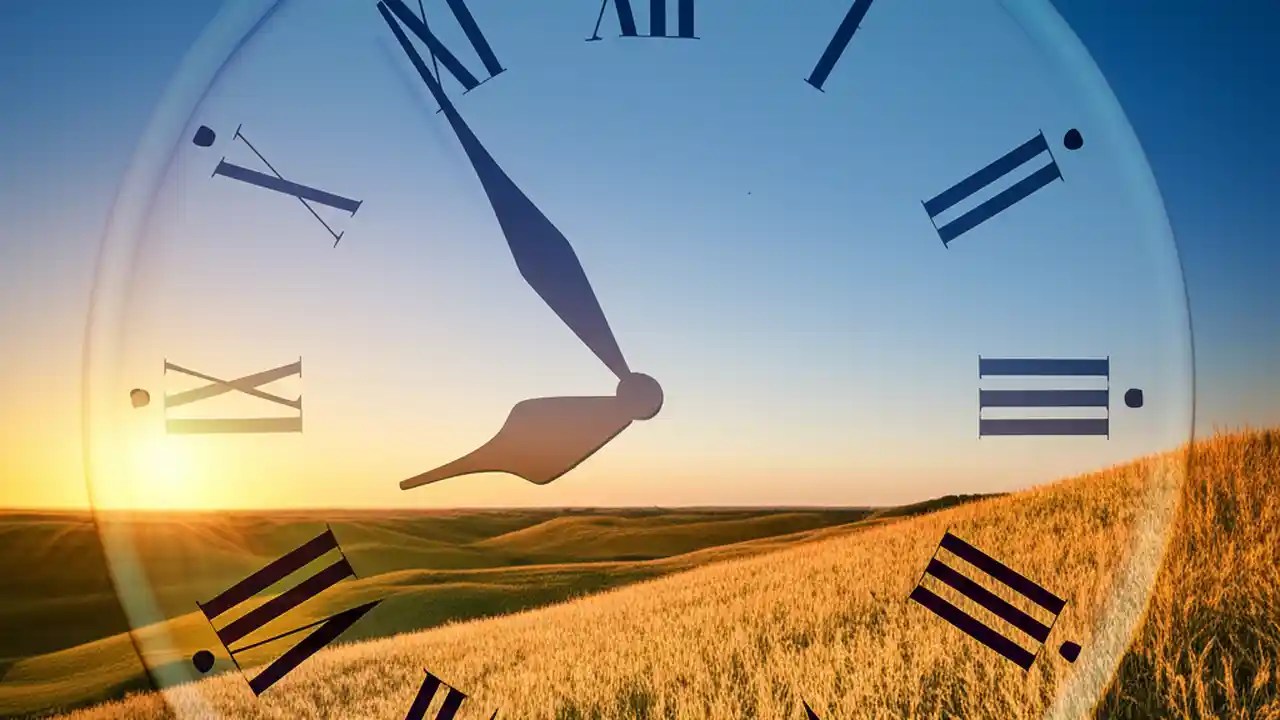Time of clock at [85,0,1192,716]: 10:54
